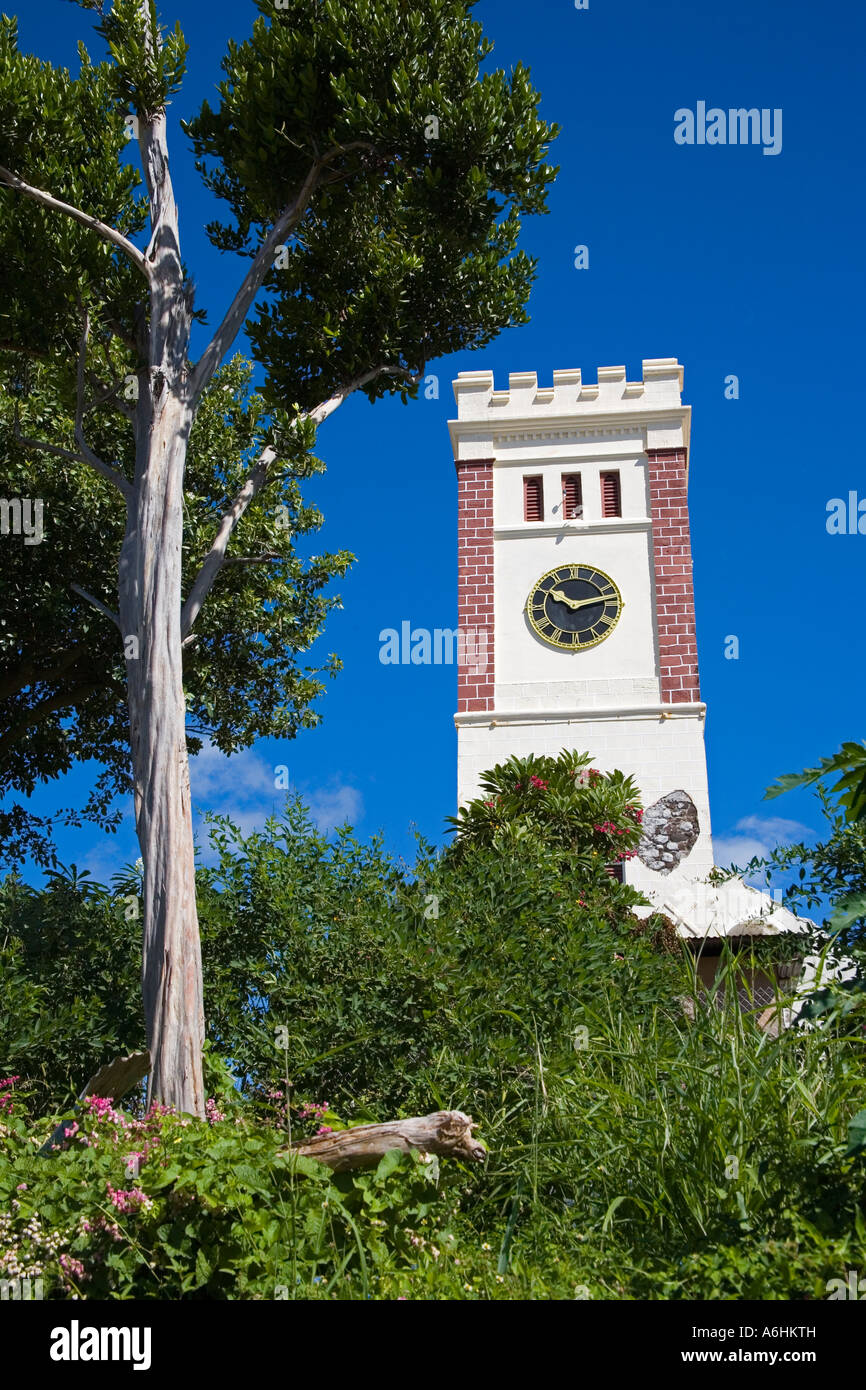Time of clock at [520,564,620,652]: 10:12
